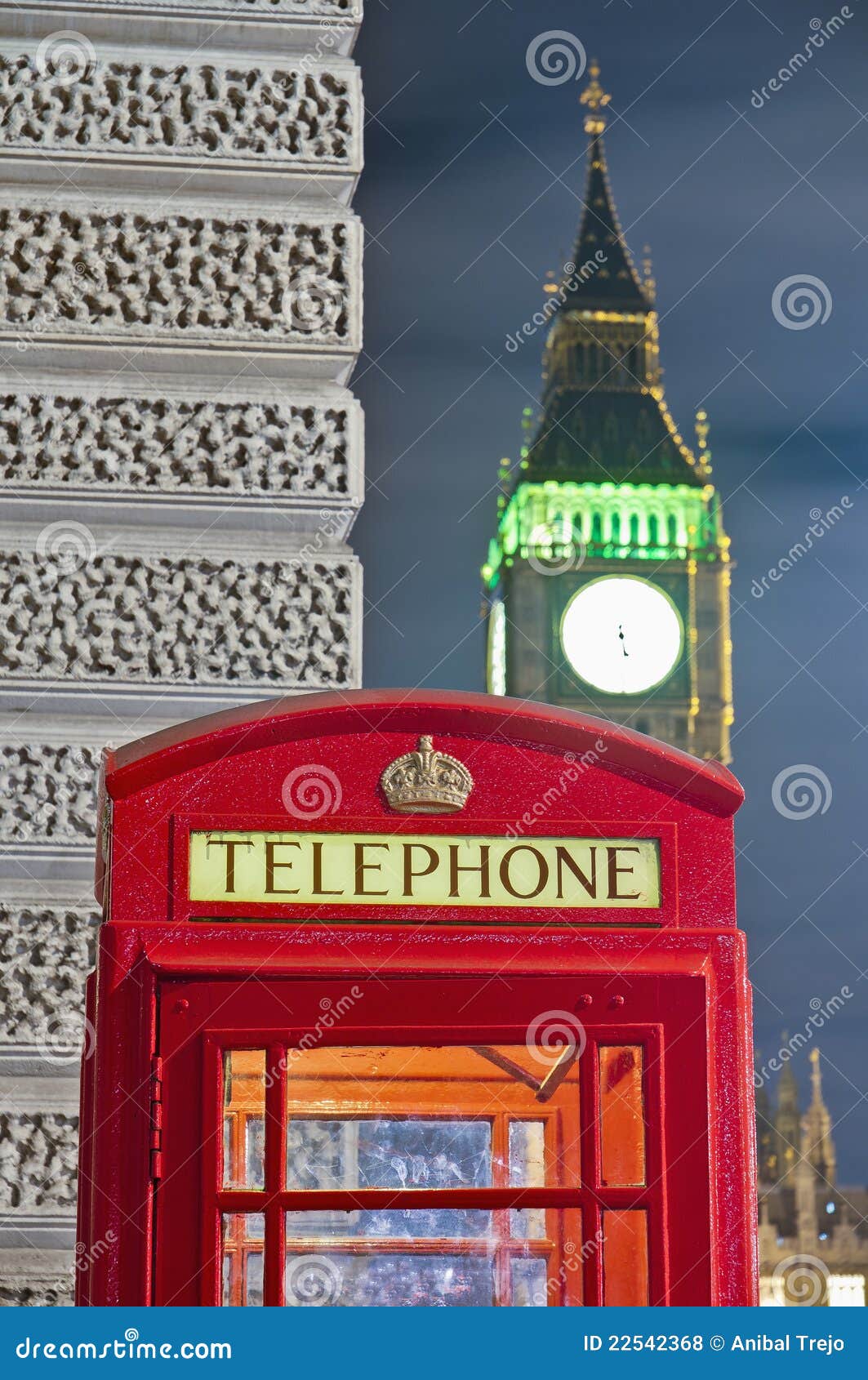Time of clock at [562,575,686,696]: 5:29
